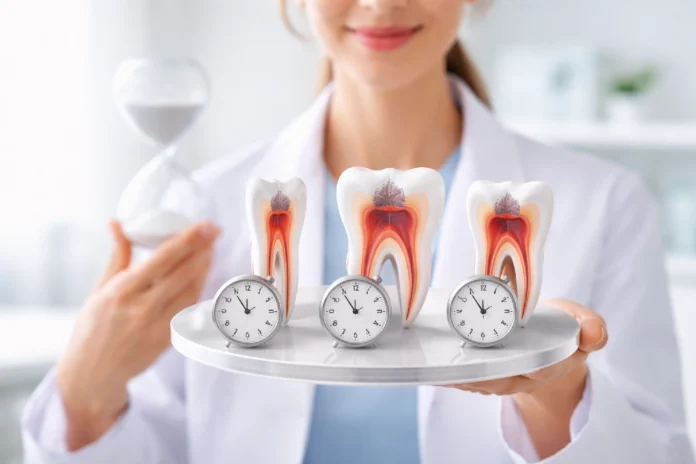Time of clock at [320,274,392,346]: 11:54
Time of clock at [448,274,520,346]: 11:54
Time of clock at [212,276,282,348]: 11:54
